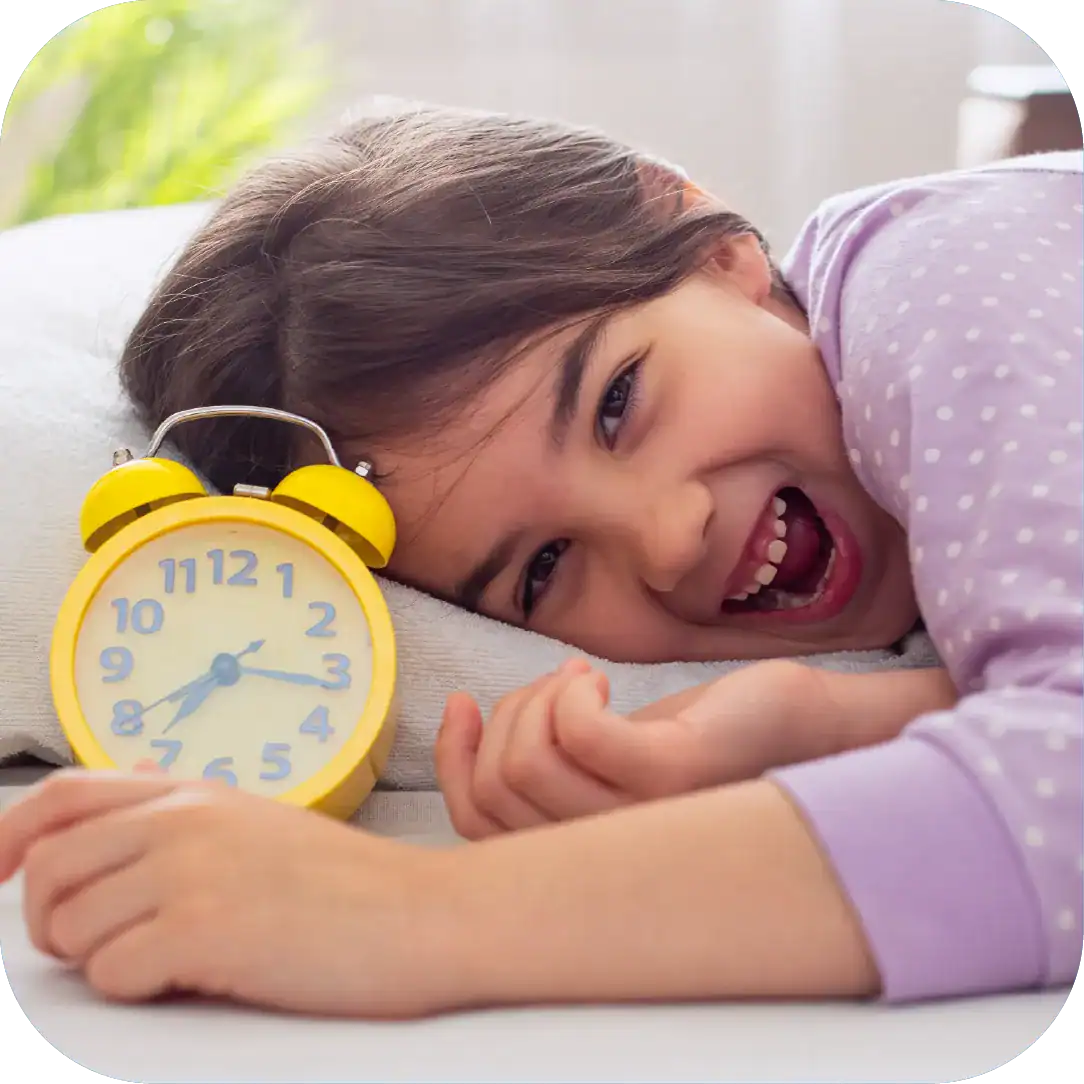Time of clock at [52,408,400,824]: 7:16
